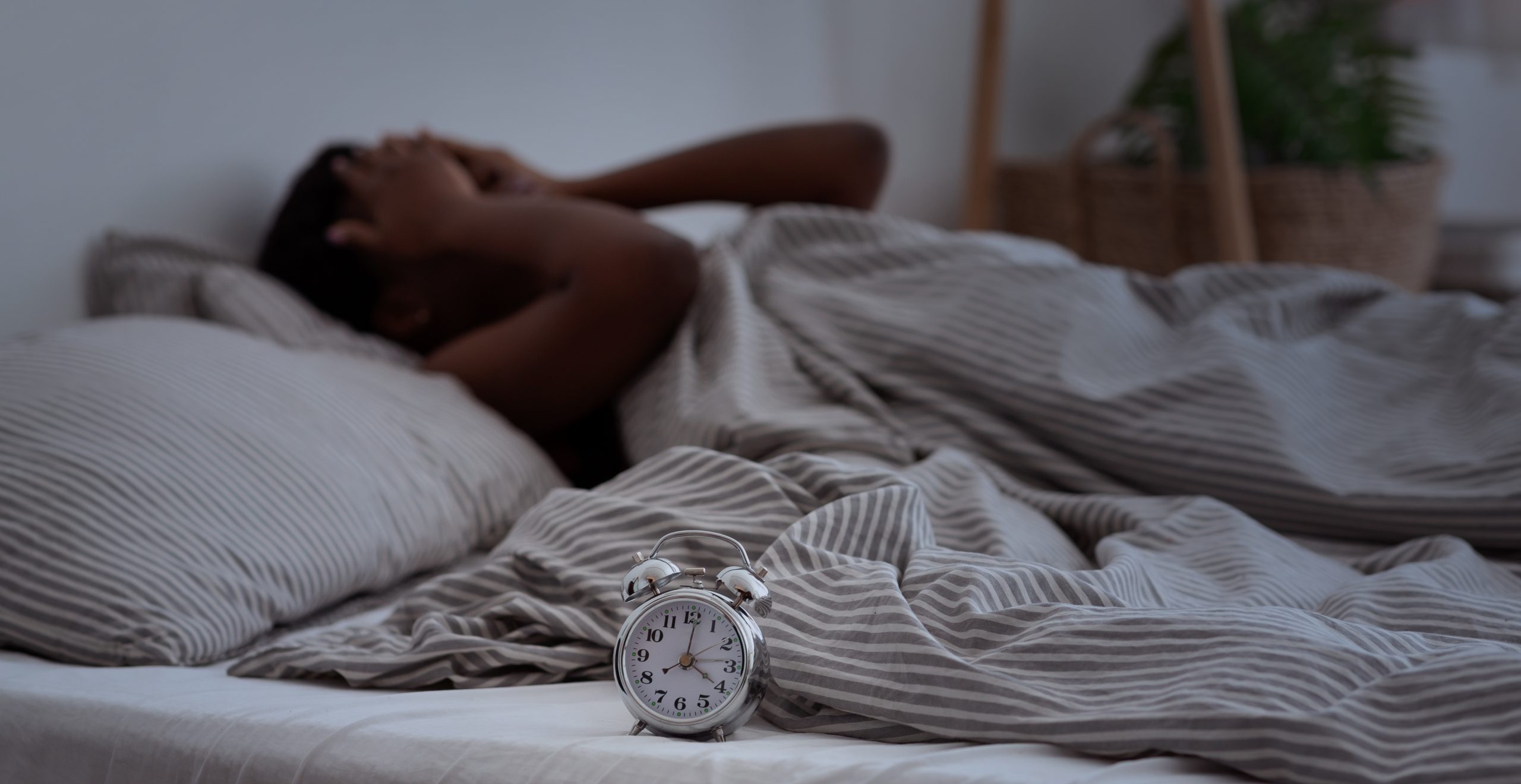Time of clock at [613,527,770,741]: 4:01
